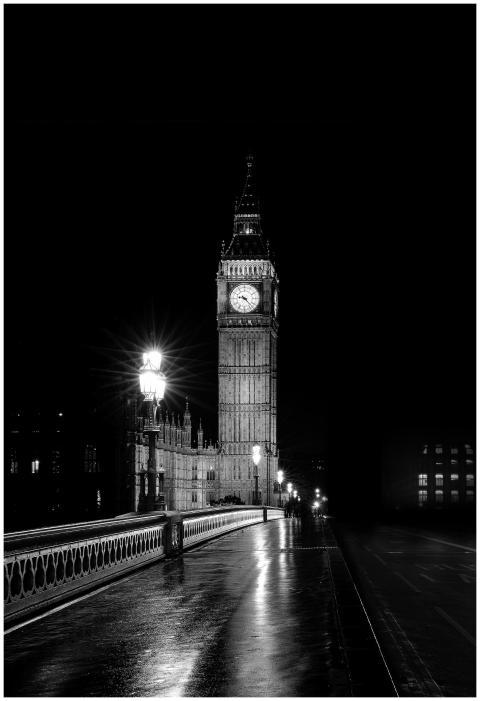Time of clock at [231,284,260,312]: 9:22
